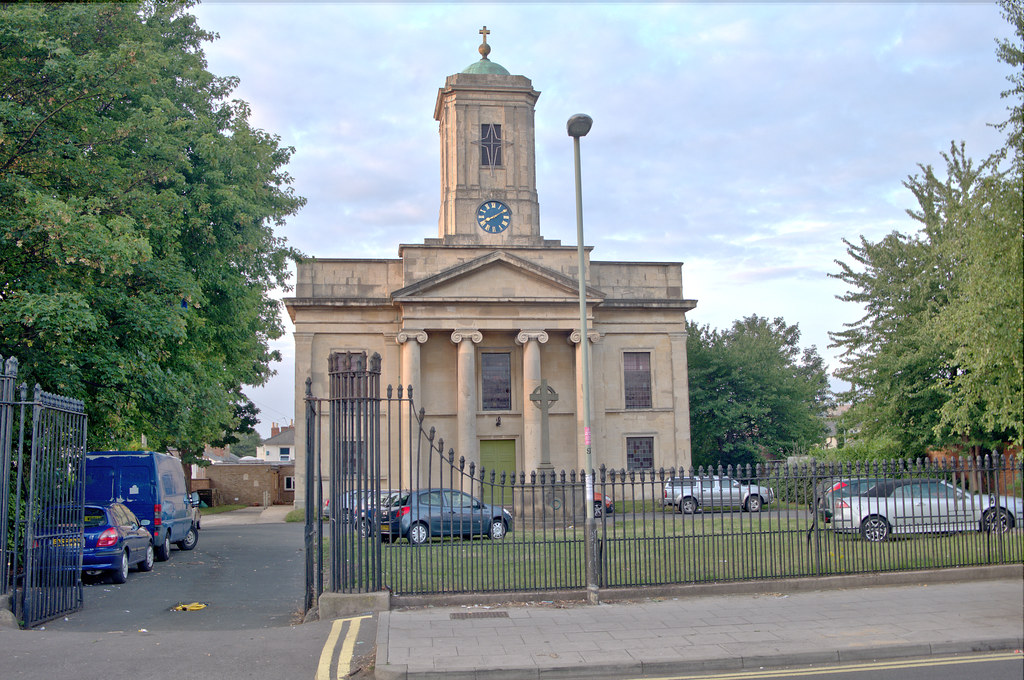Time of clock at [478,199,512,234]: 8:09
